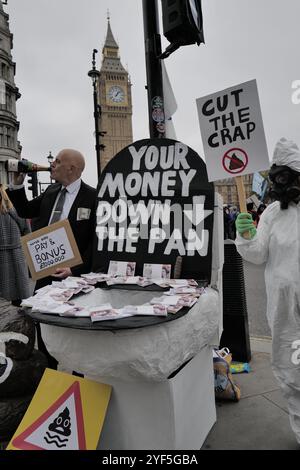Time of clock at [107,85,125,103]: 1:07
